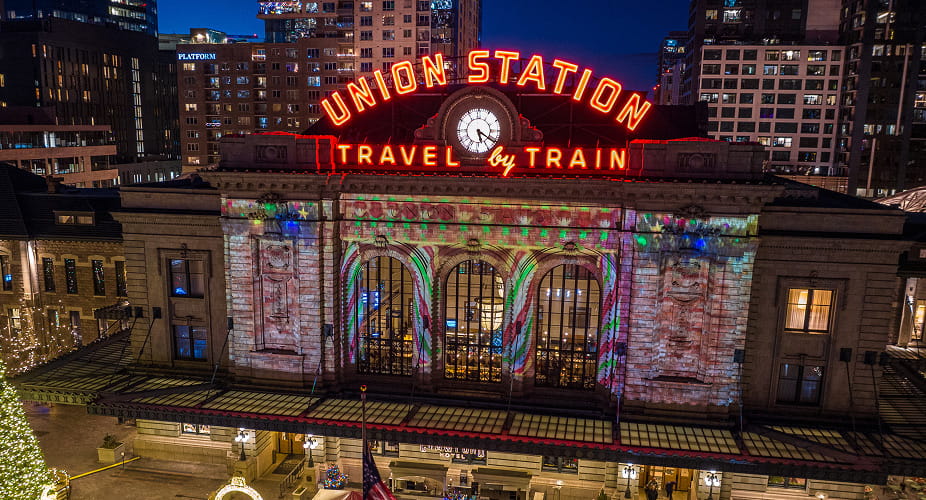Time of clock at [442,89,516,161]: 5:20
